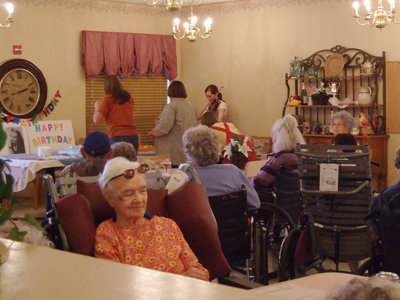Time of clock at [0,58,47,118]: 2:11
